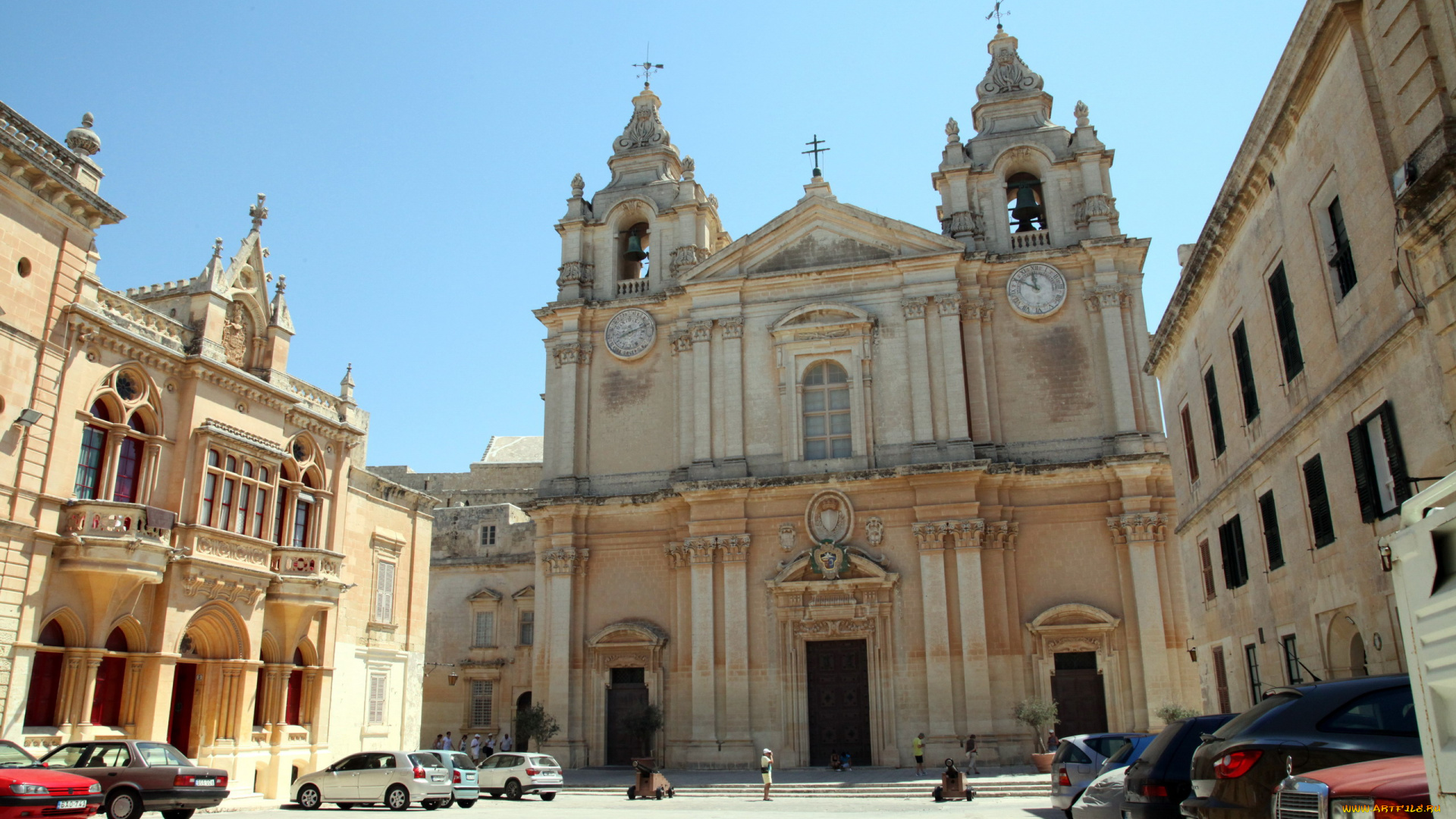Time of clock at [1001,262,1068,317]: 11:49
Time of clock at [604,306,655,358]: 8:11
